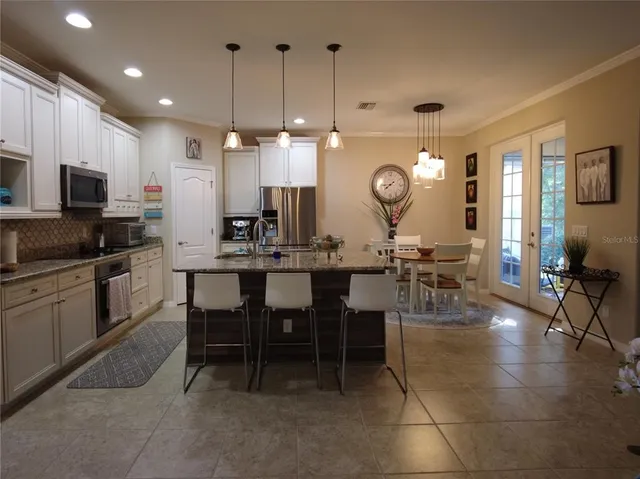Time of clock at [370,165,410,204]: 8:38
